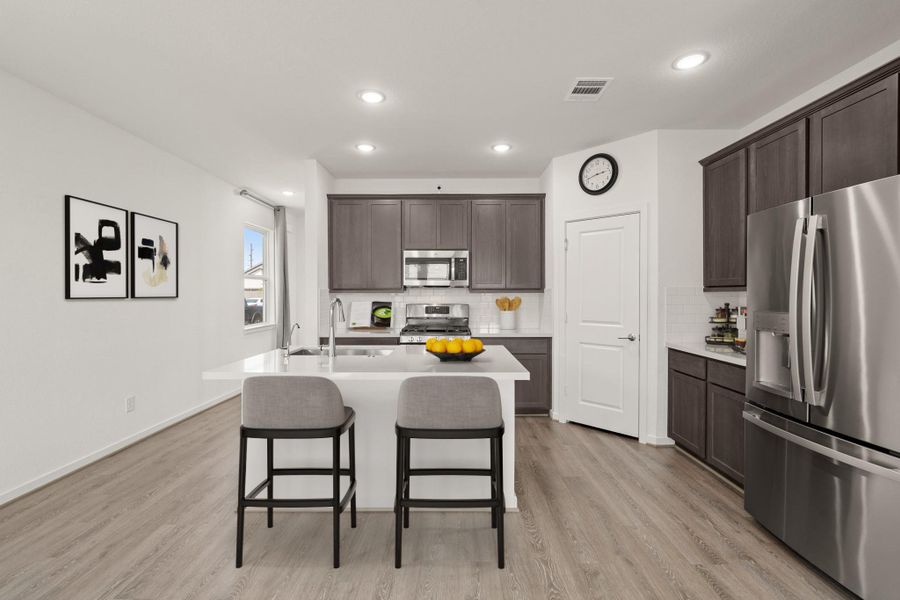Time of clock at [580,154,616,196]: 2:42
